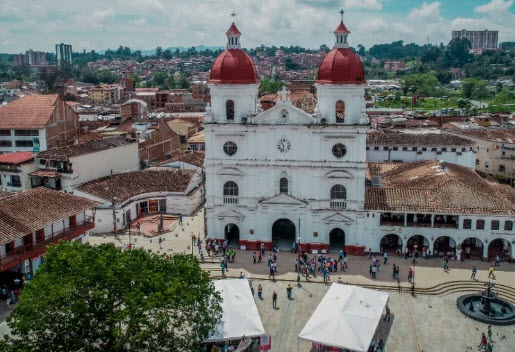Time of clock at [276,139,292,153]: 10:32
